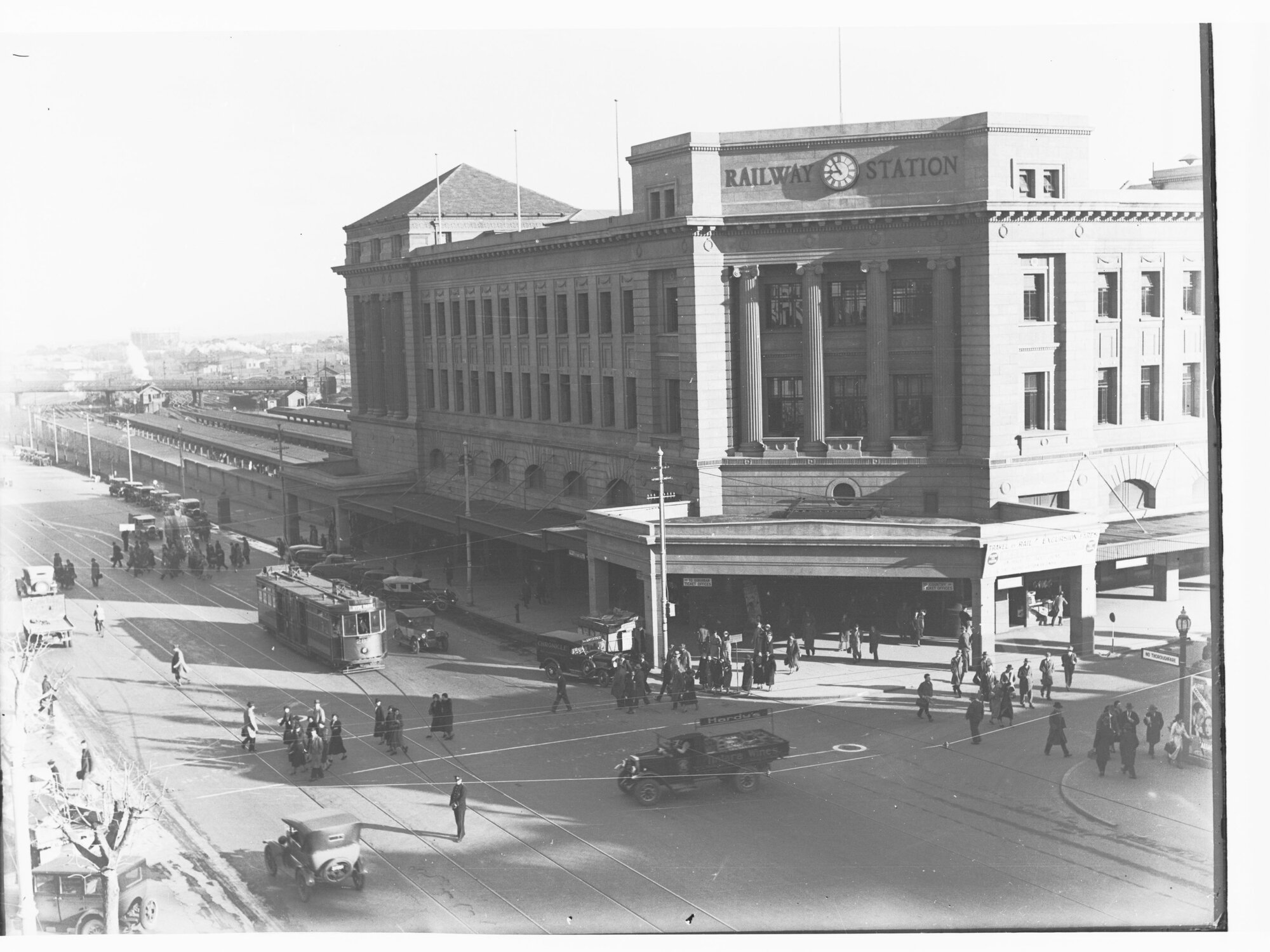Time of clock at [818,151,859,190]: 8:54
